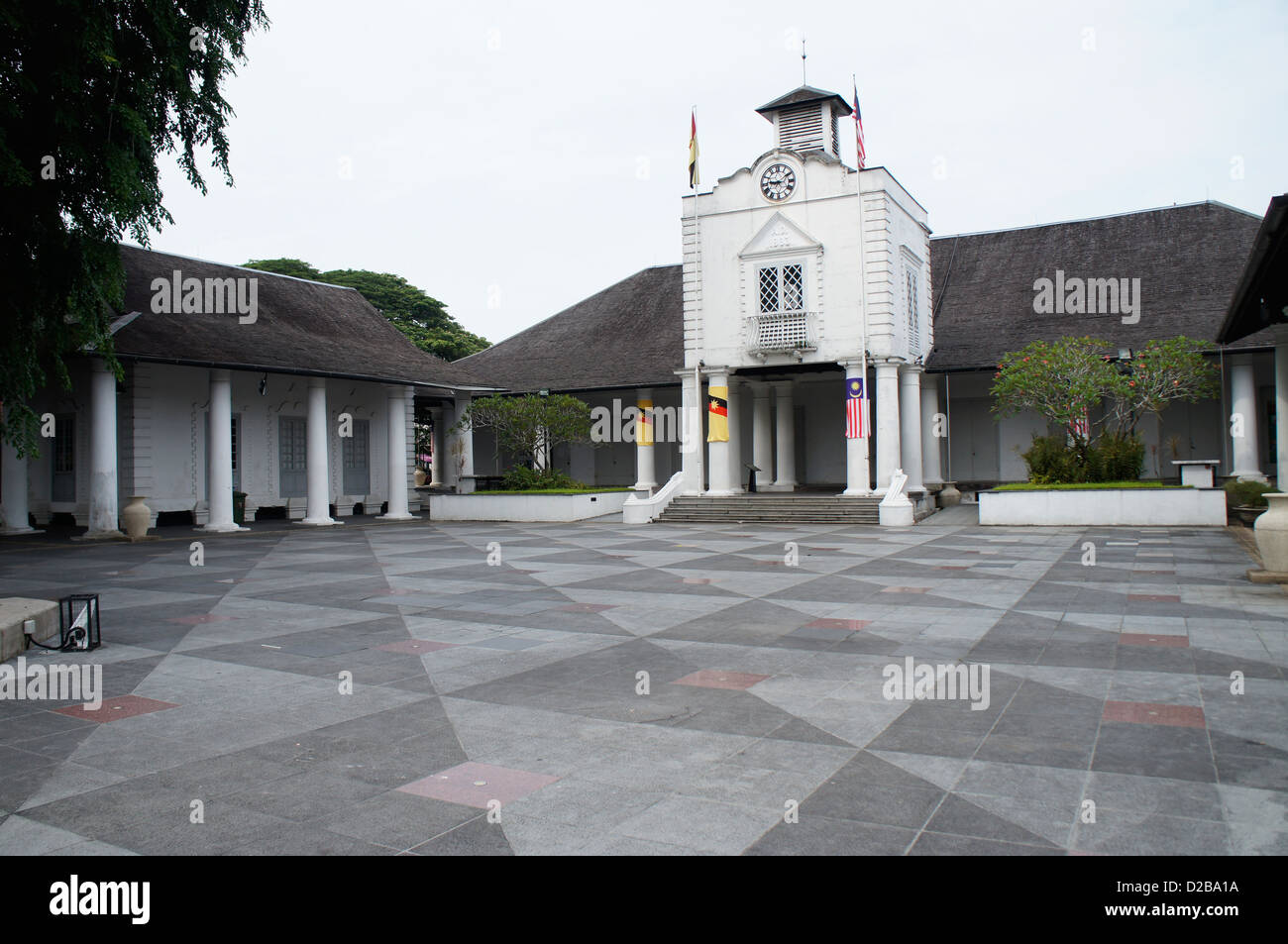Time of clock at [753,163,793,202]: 9:09
